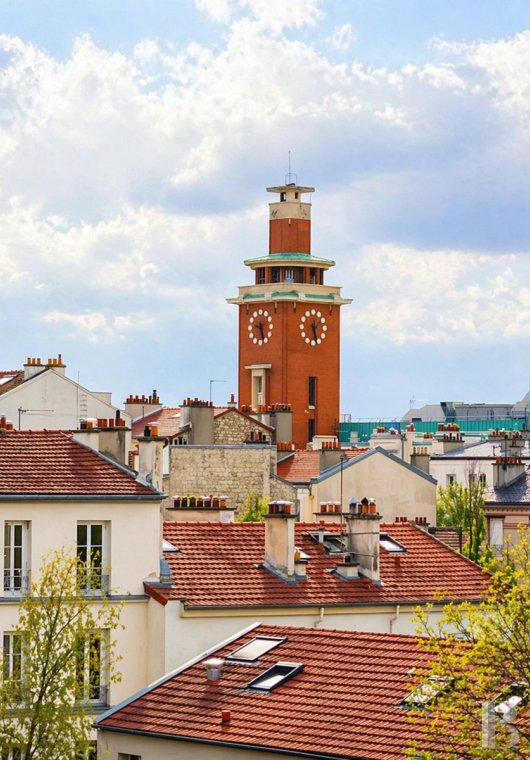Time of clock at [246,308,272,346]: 9:27
